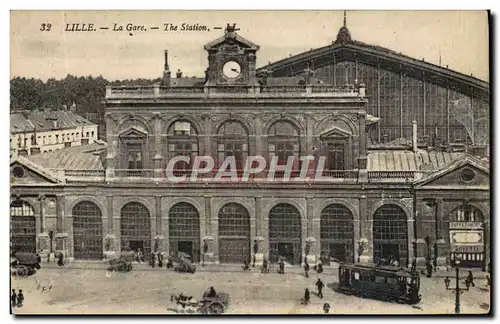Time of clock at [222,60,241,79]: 3:20
